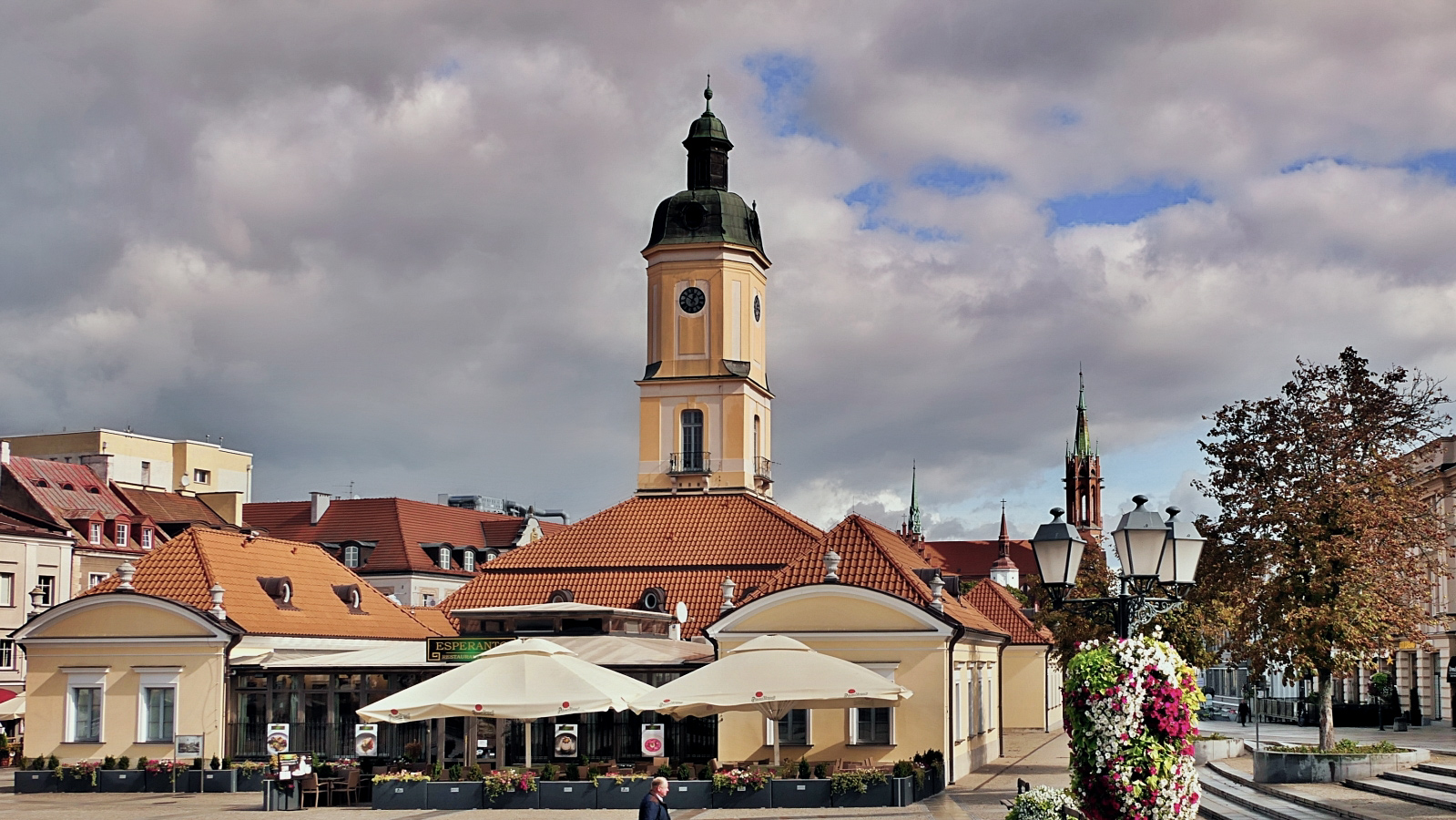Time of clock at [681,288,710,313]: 12:49
